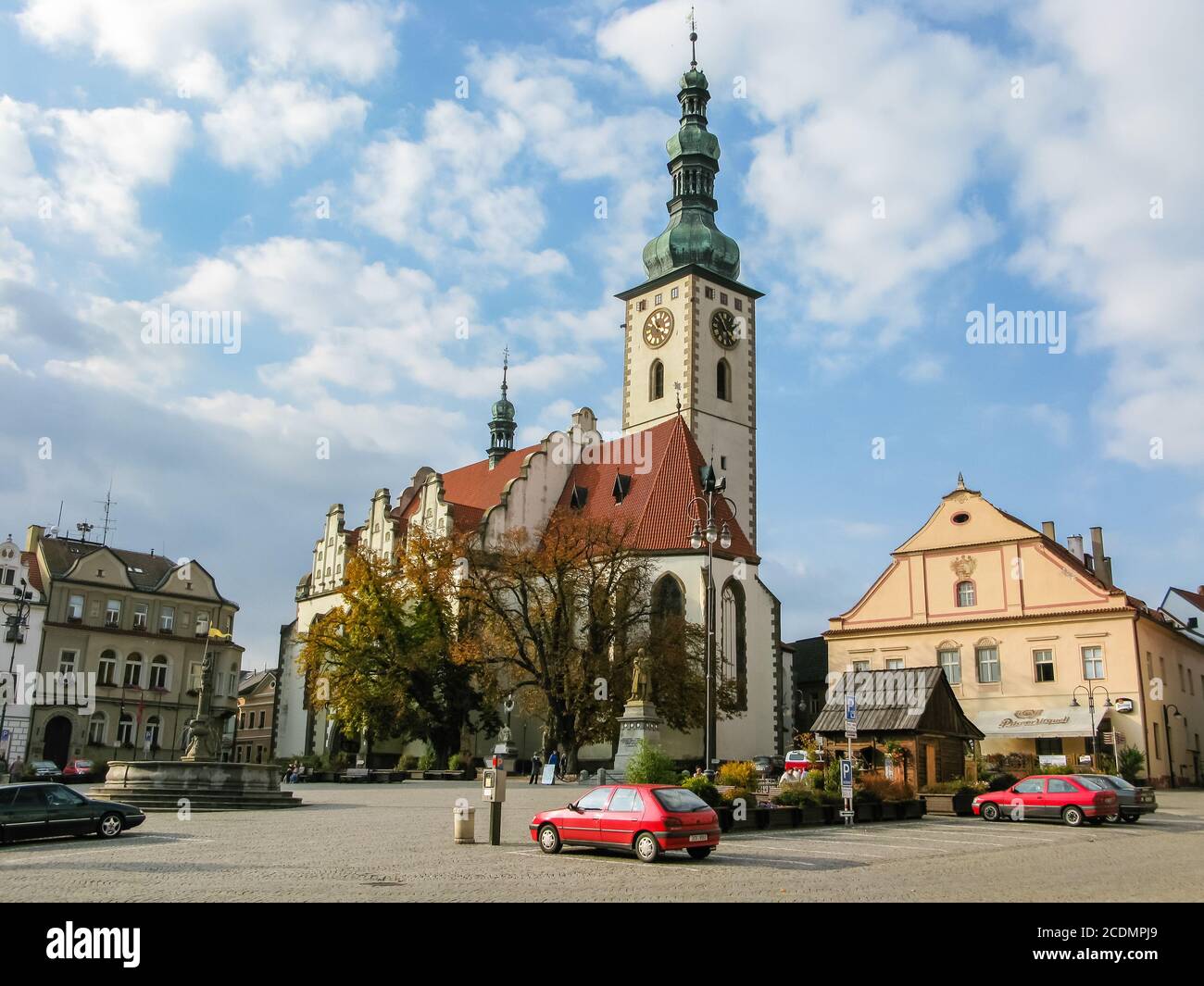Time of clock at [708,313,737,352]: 1:55
